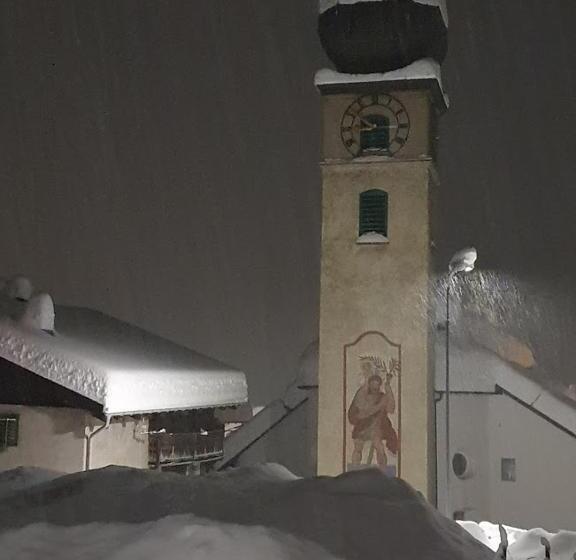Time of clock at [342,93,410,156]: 10:14
